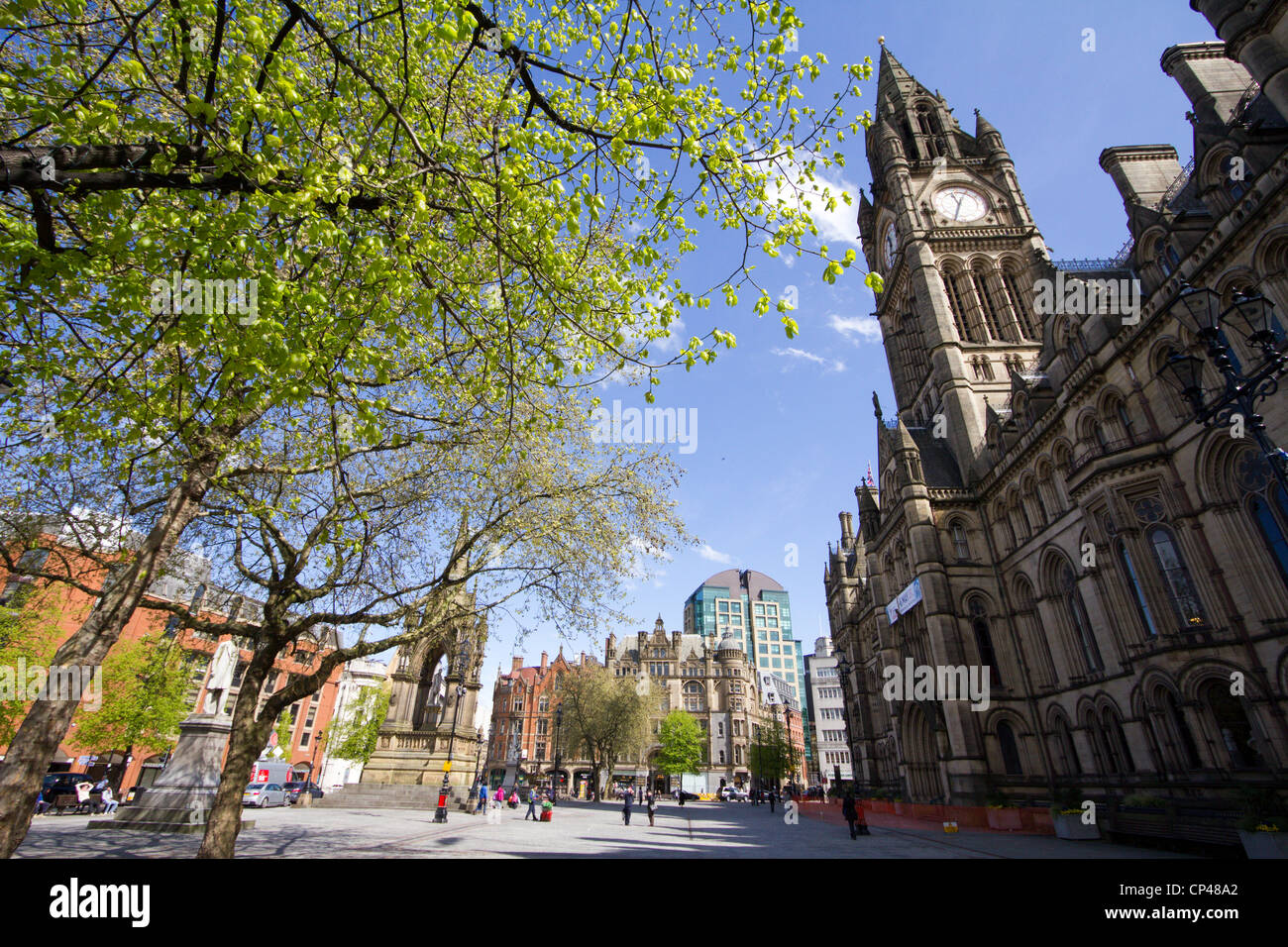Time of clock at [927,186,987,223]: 11:33
